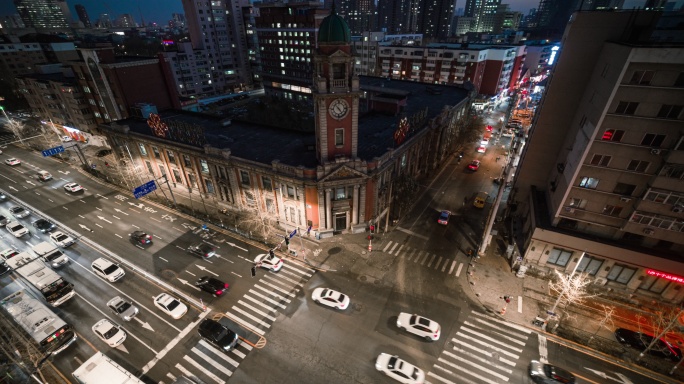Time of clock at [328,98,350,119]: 4:52
